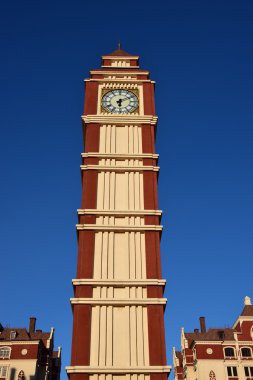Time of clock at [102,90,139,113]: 6:10
